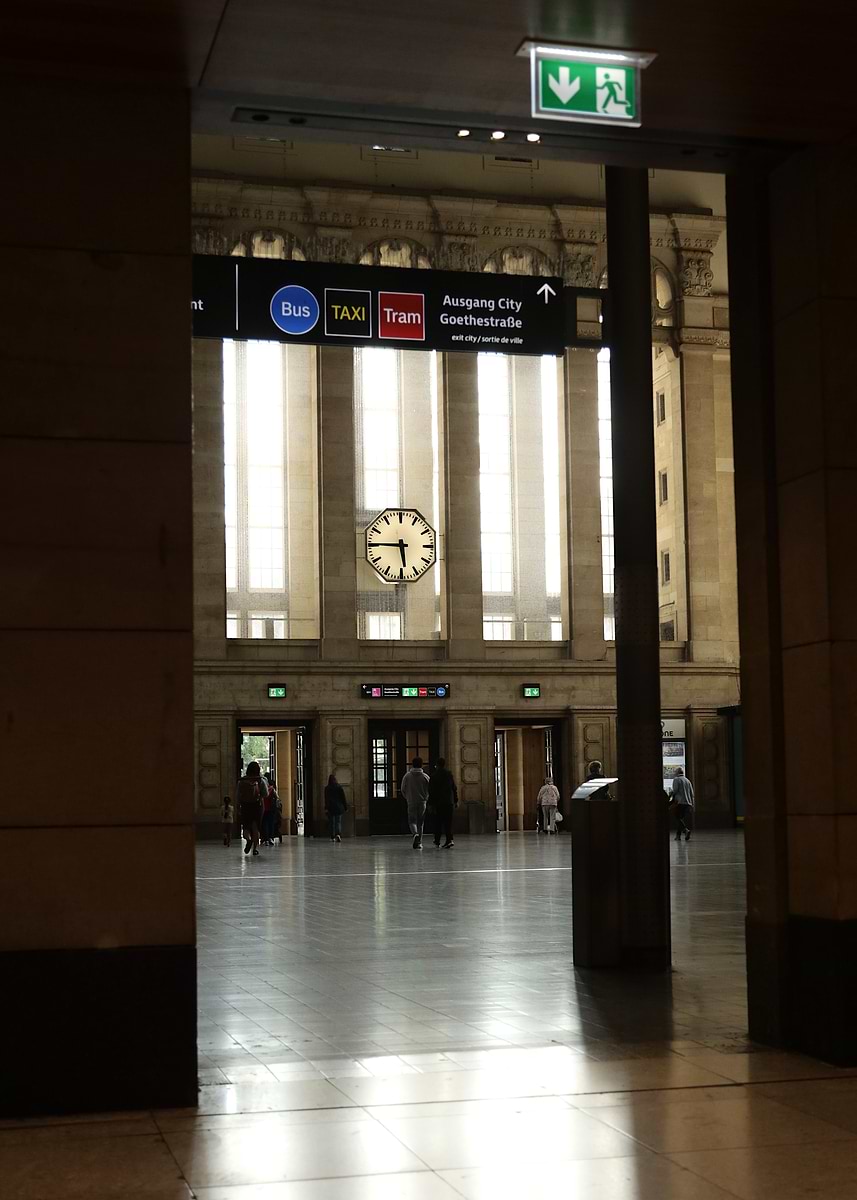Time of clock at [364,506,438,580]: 5:45
